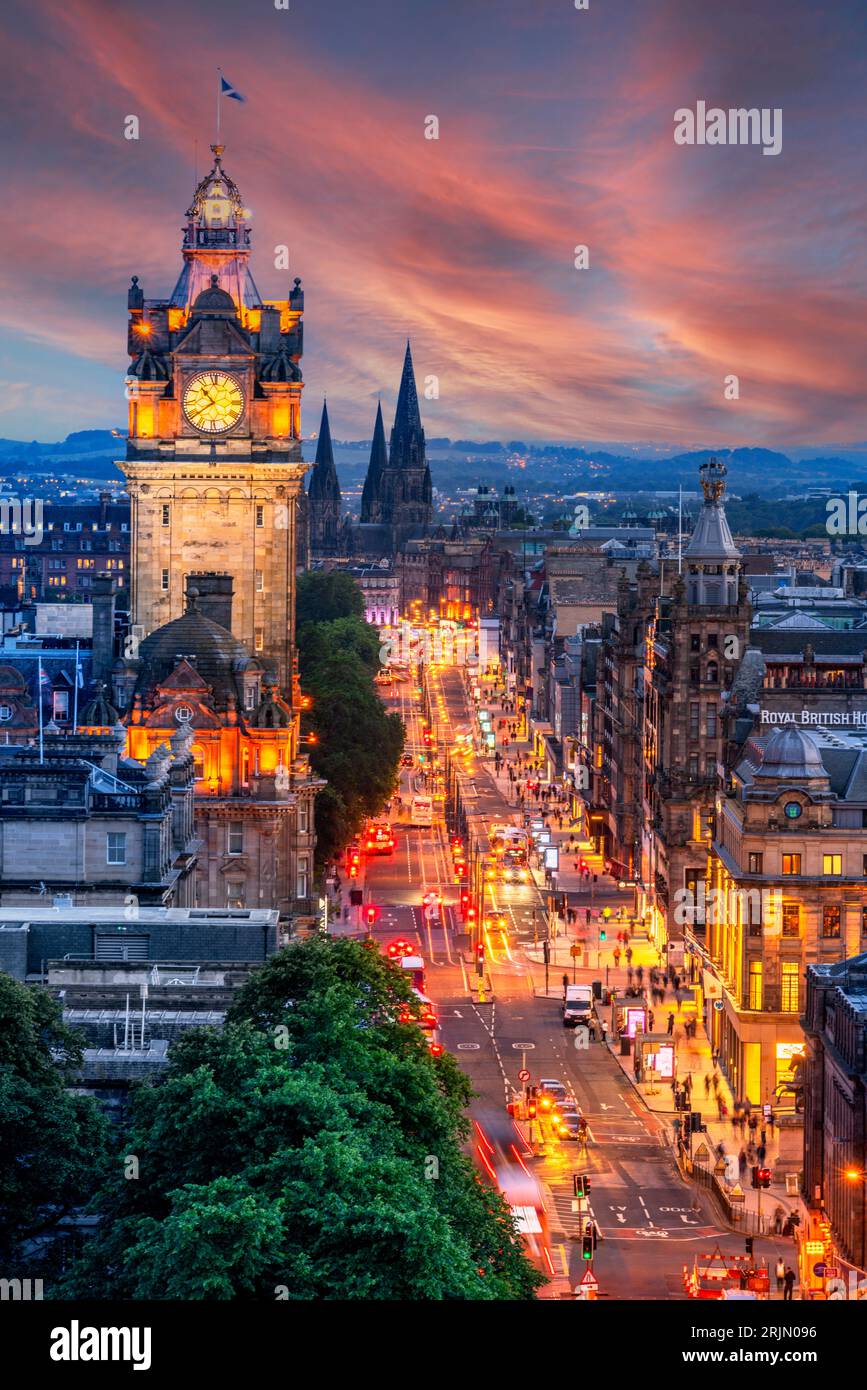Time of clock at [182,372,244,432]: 10:39
